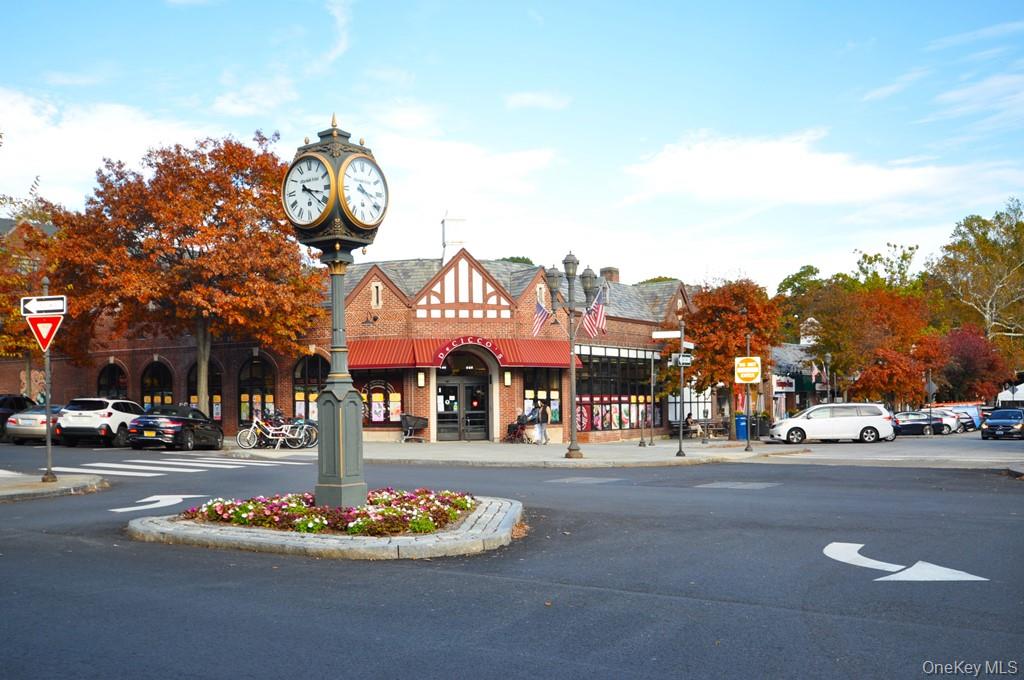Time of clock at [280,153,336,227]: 3:21
